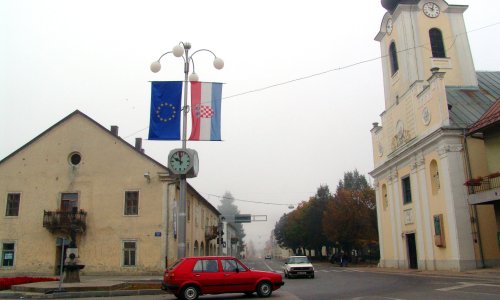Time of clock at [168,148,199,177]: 9:59
